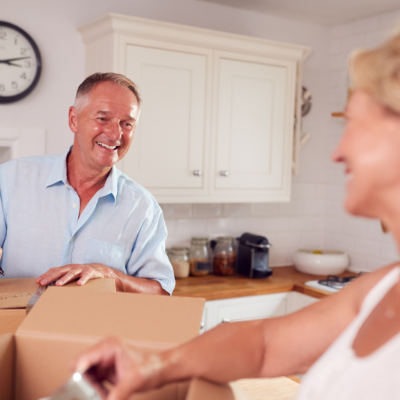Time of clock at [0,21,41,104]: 3:12
